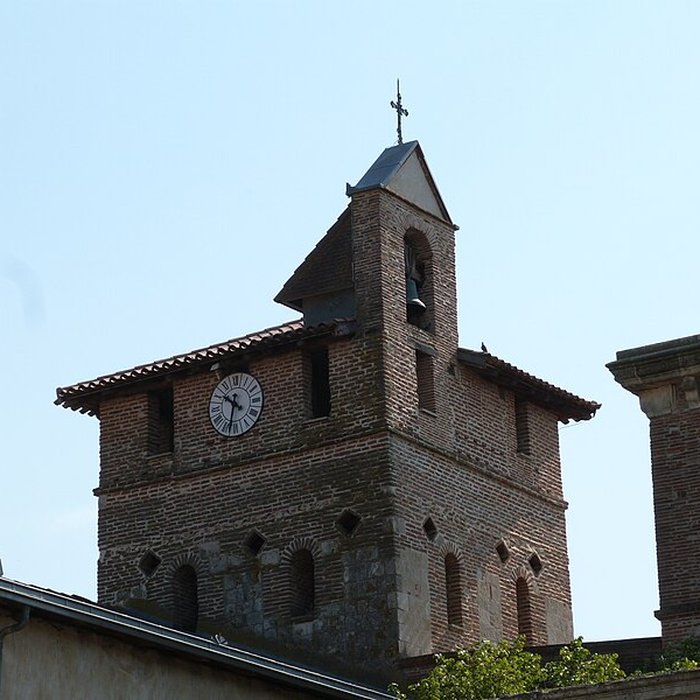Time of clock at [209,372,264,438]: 10:32
